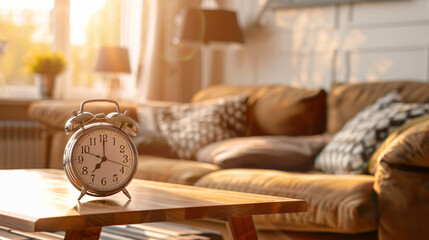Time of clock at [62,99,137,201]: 7:00
